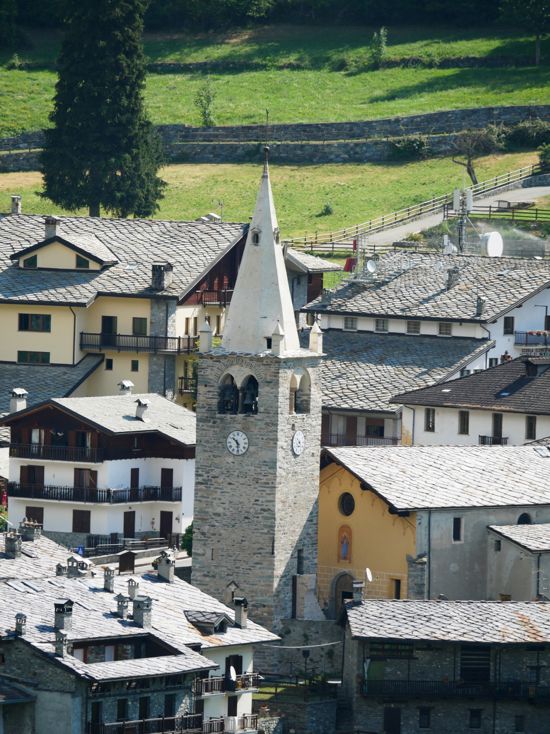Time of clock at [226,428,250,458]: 10:28
